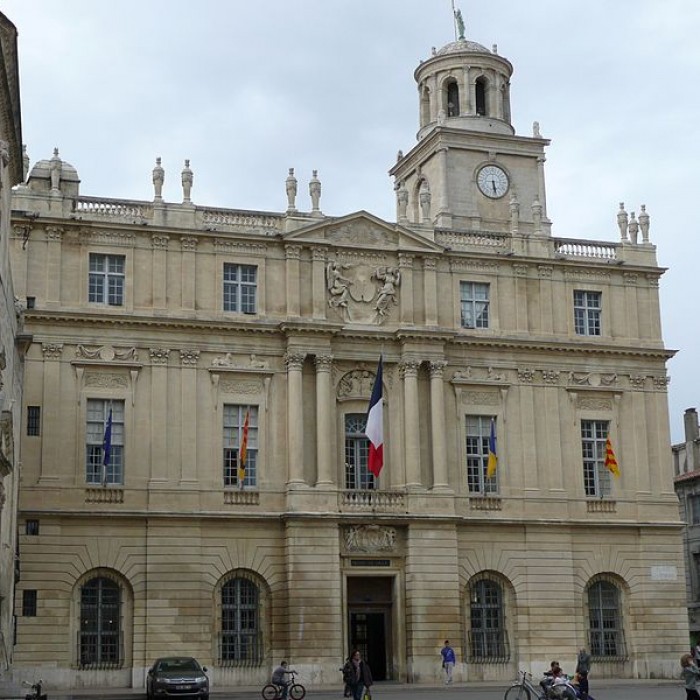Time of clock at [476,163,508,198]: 5:28
